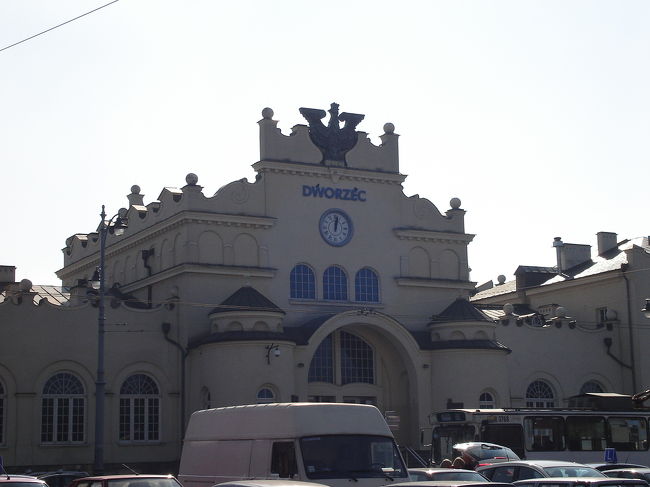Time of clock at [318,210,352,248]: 12:02
